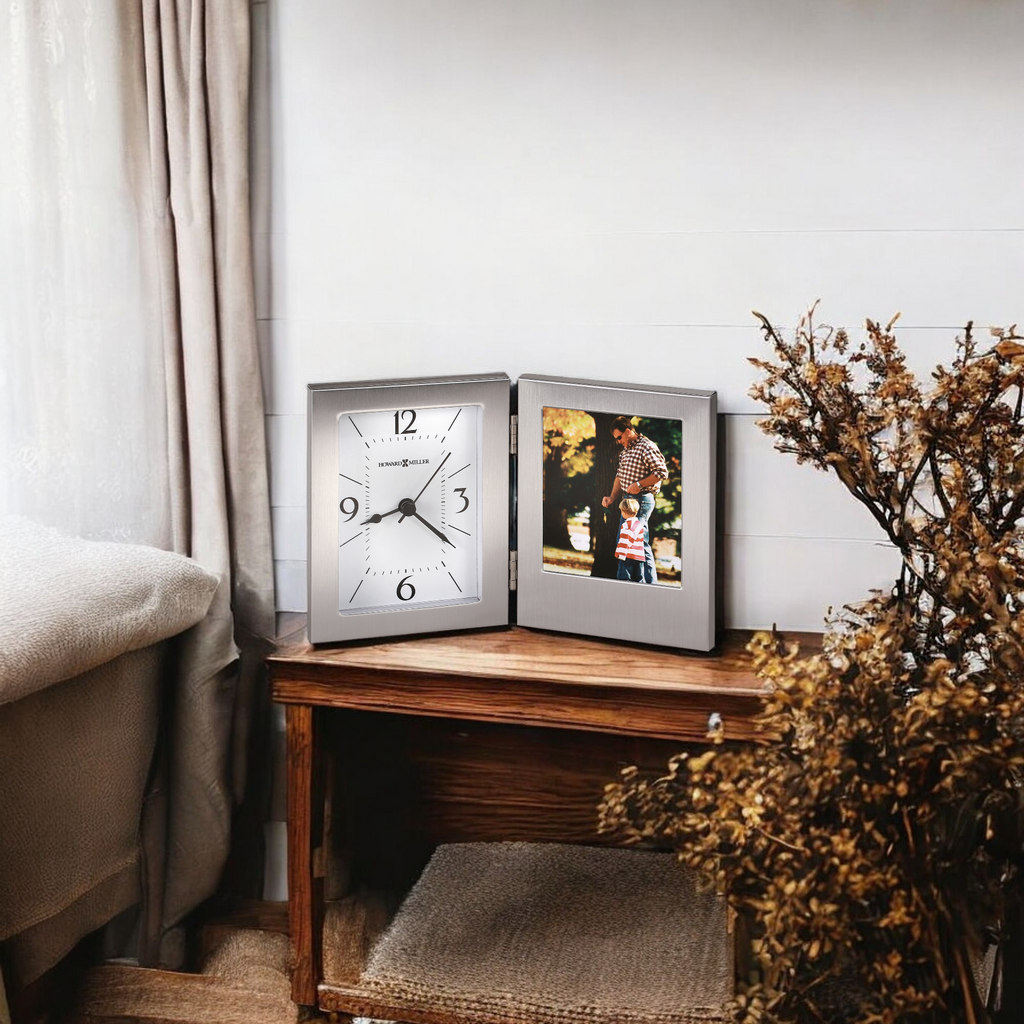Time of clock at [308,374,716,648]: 8:21
